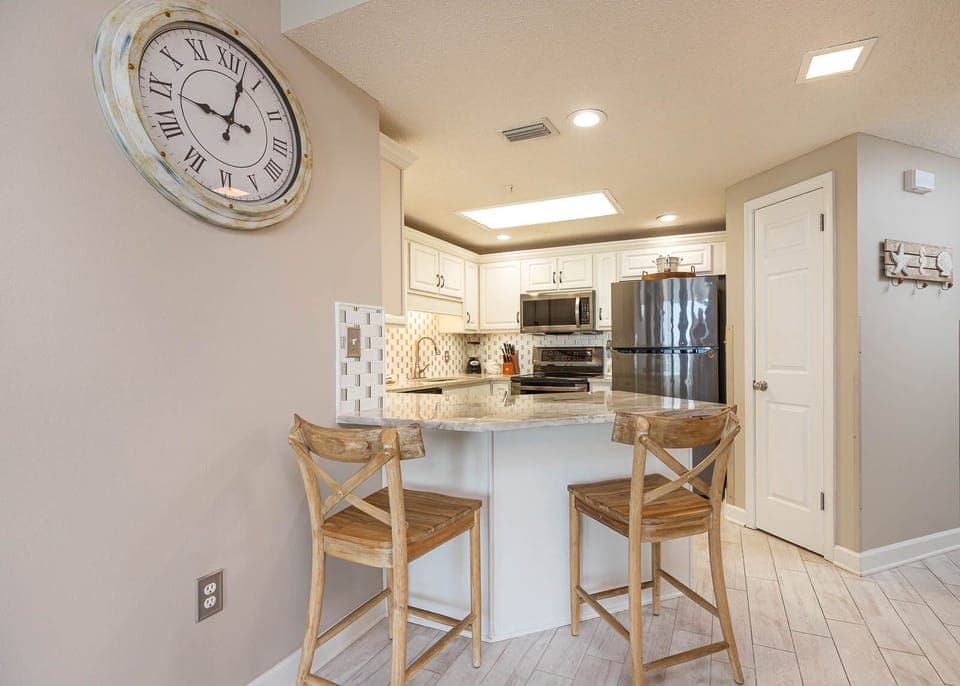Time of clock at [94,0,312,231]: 9:02
